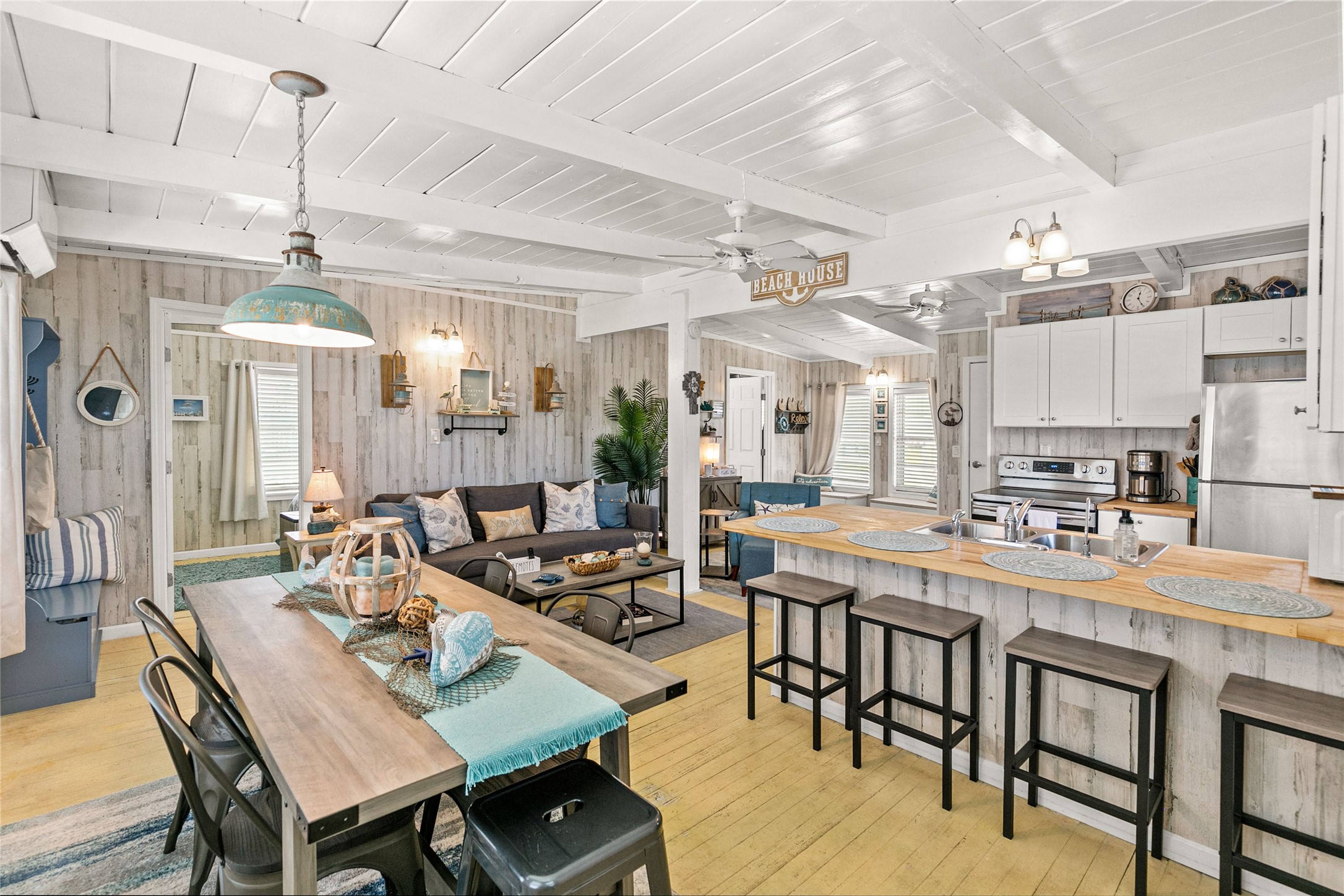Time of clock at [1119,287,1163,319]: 12:25
